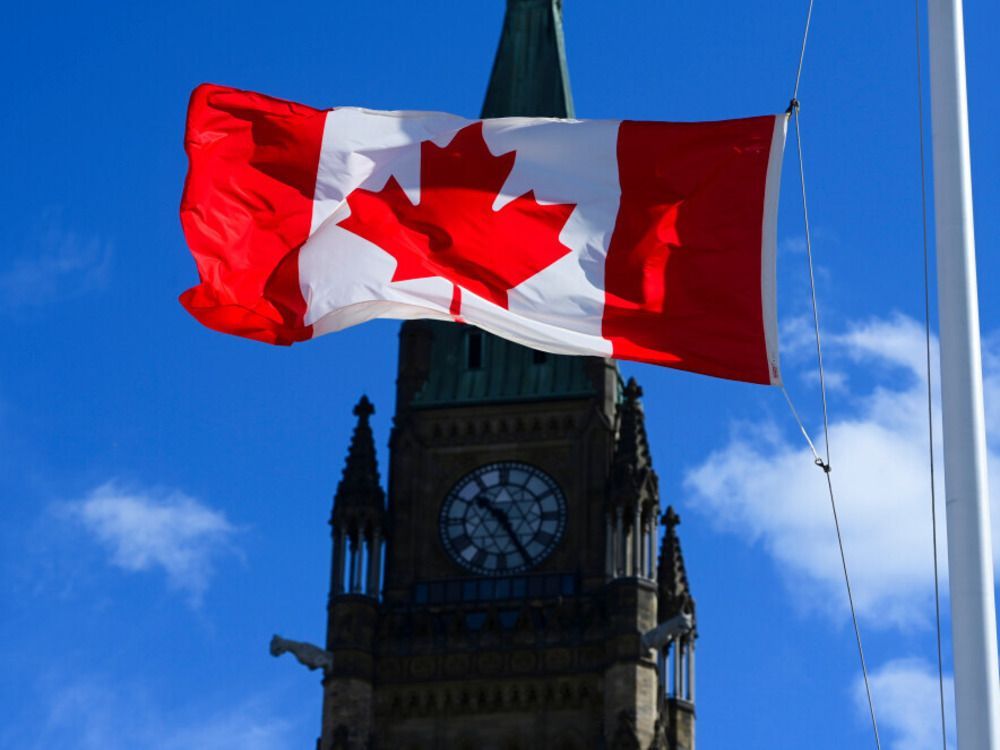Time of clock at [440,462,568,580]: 10:25
